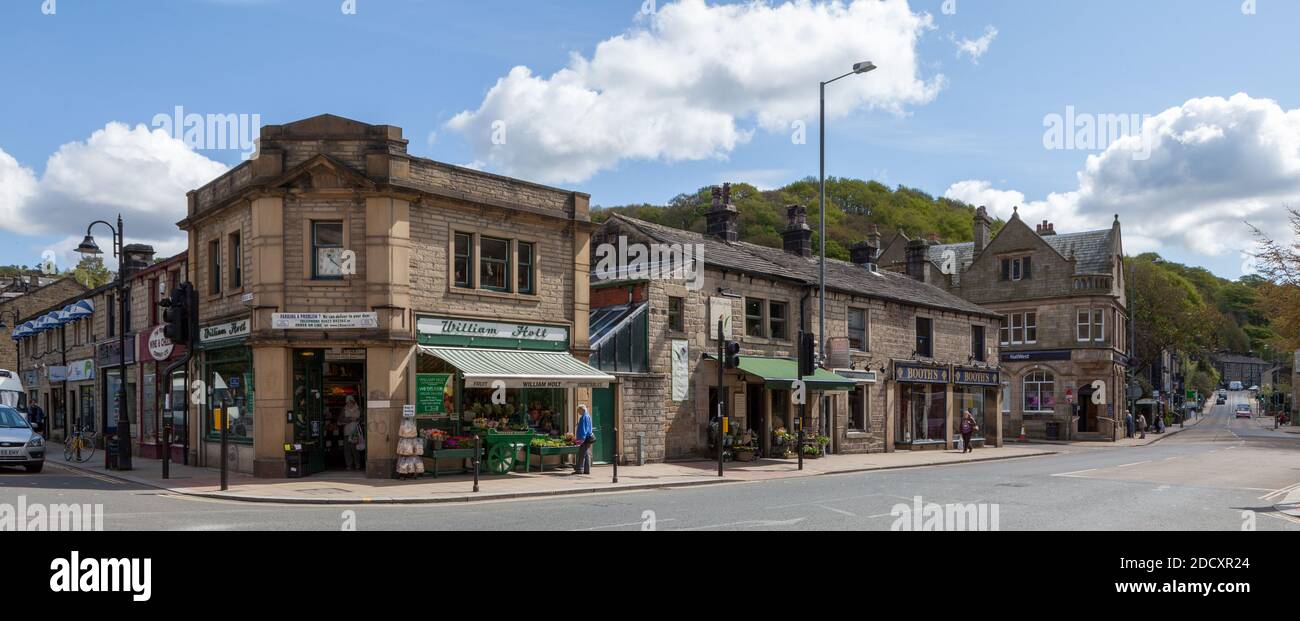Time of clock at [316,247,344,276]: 11:22
